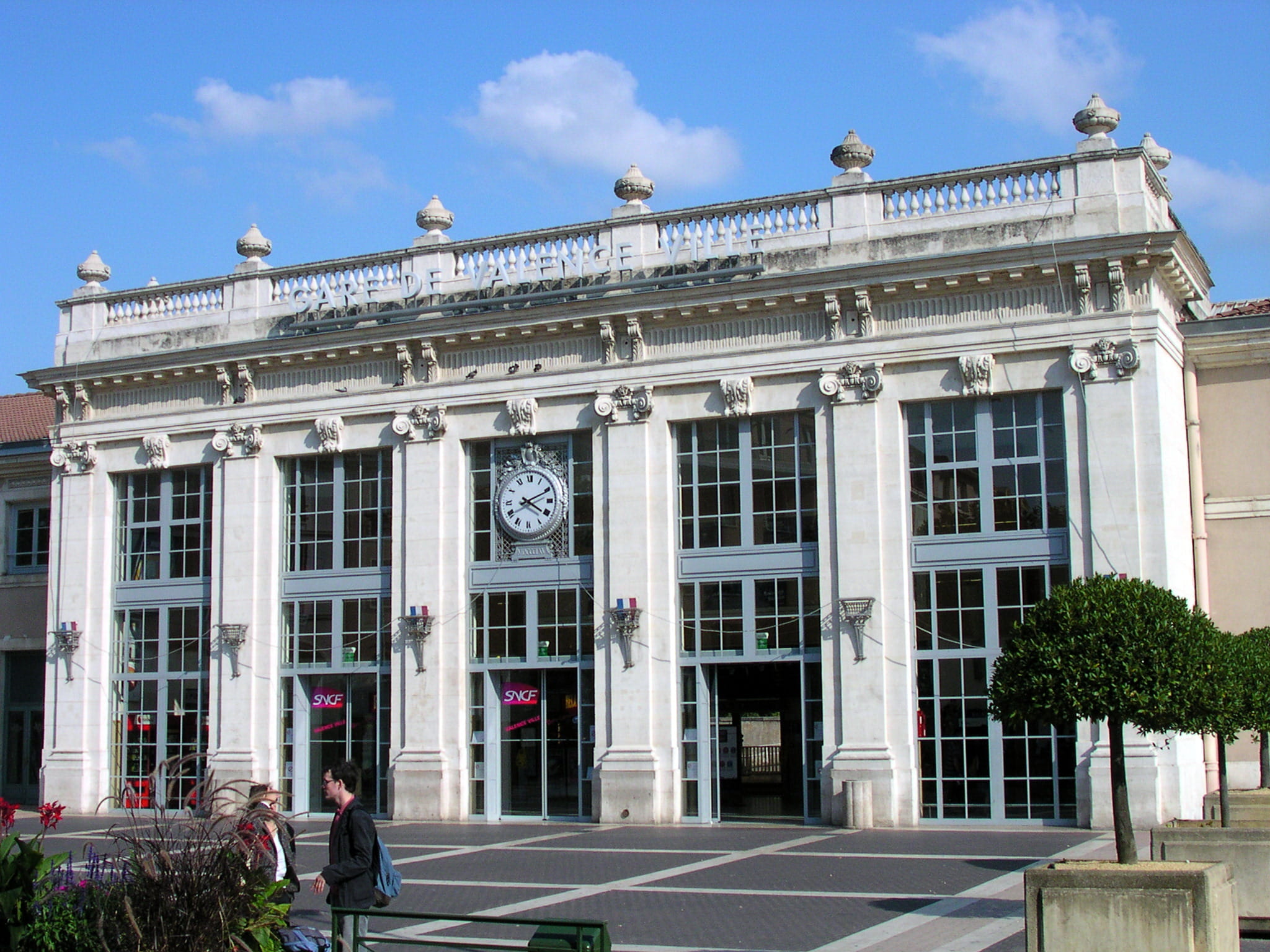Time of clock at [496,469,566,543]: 4:10
